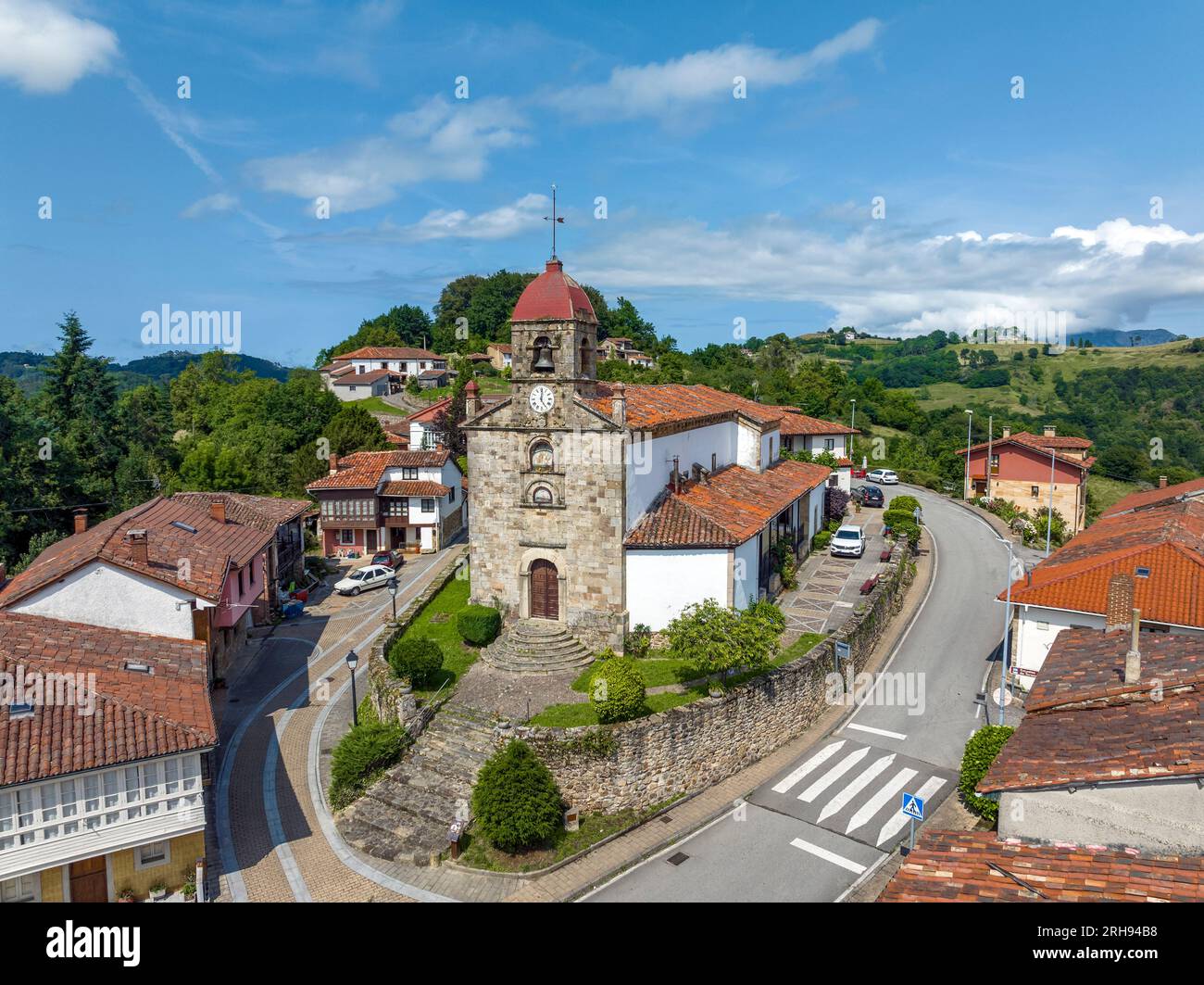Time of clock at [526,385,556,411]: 5:01
